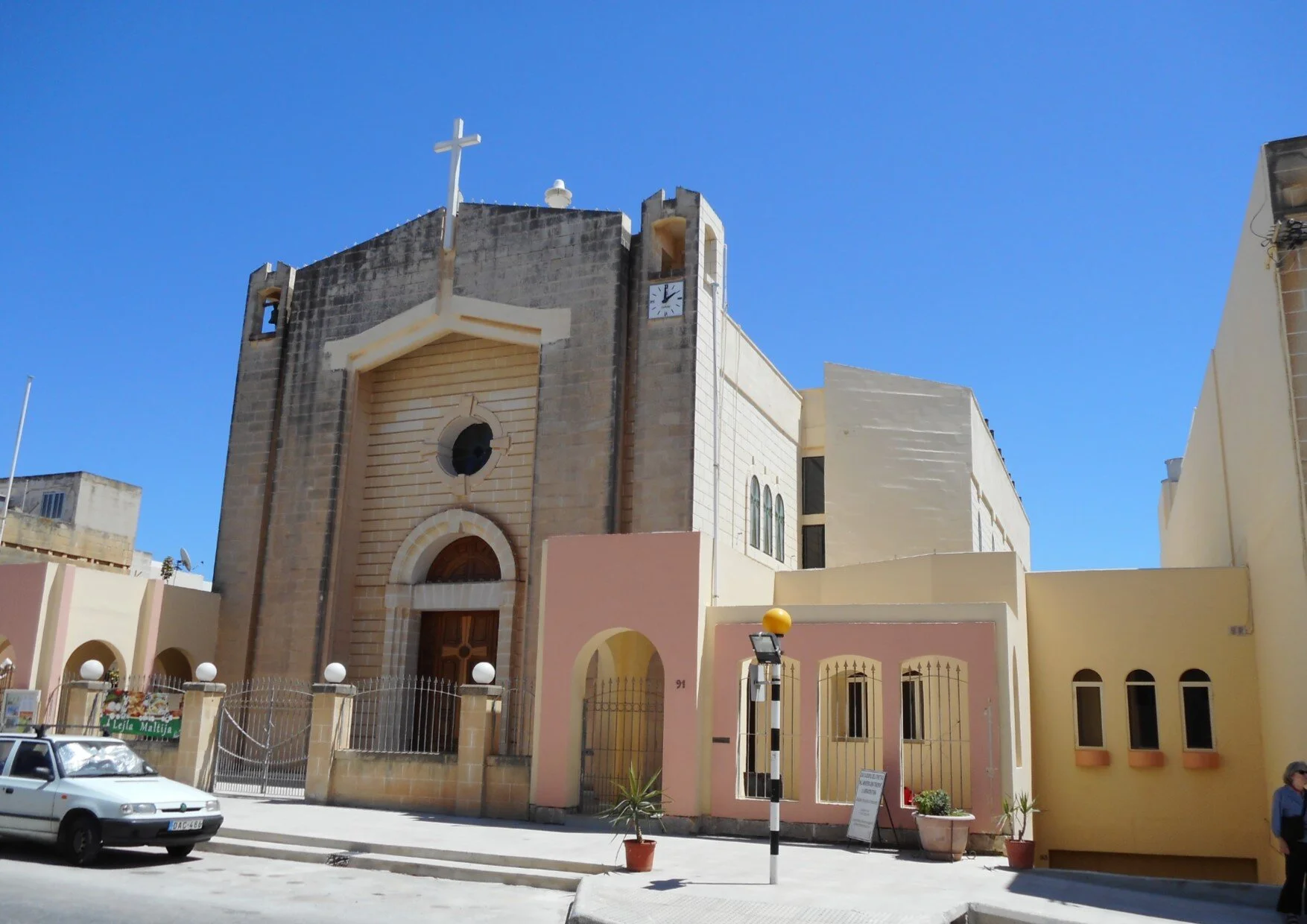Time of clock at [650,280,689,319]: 1:59
